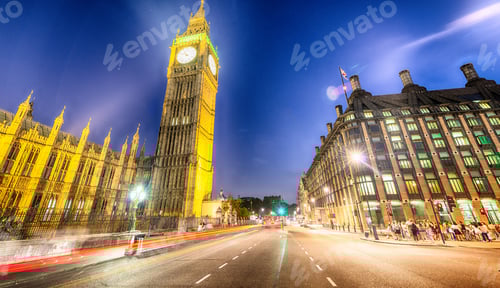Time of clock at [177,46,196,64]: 10:47
